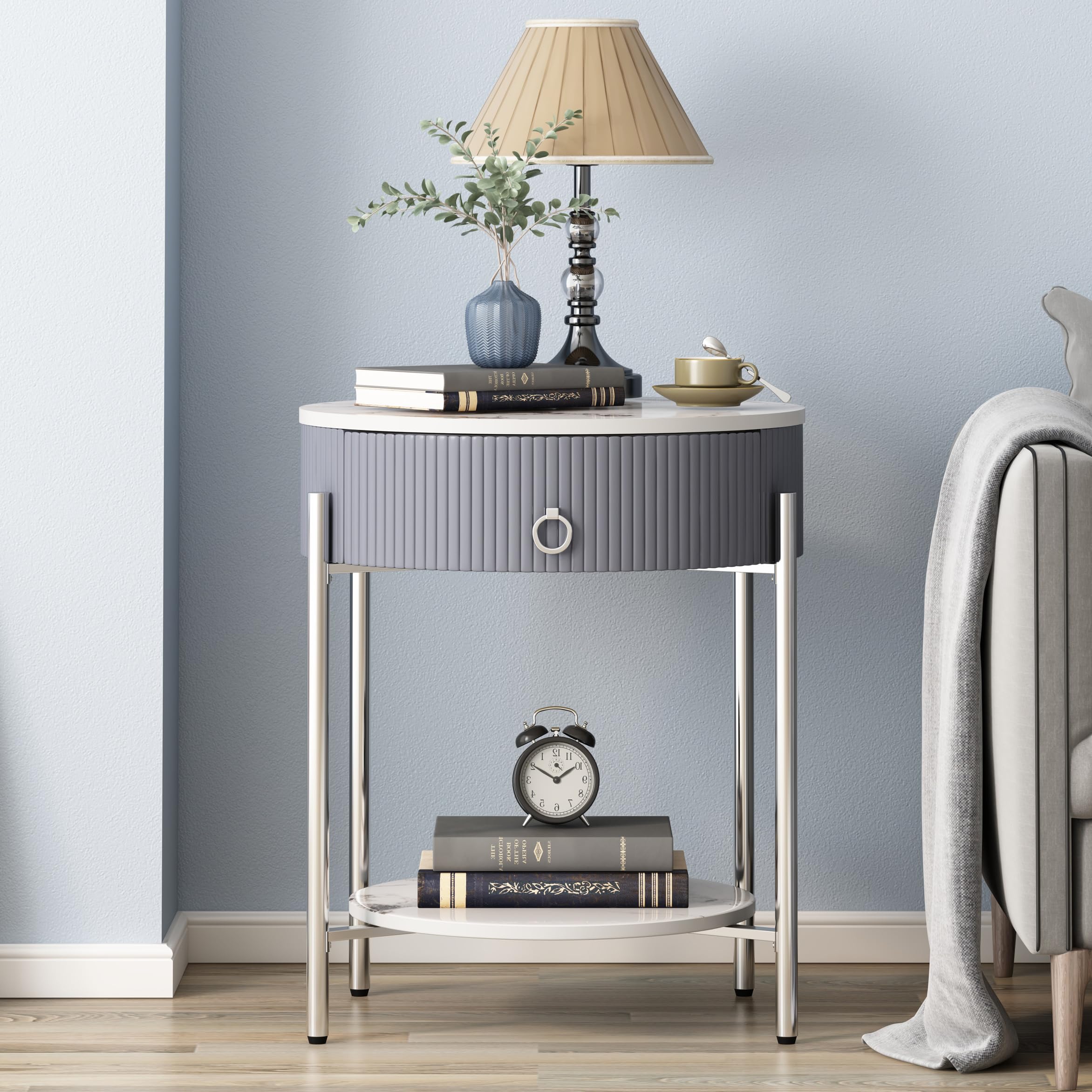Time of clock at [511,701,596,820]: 1:50
